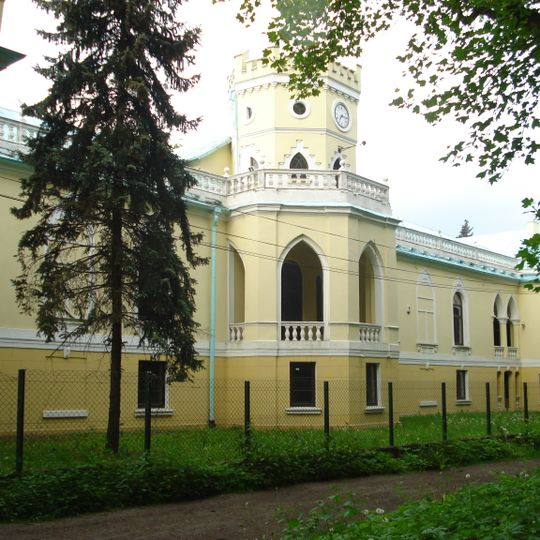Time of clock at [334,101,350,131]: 7:15
